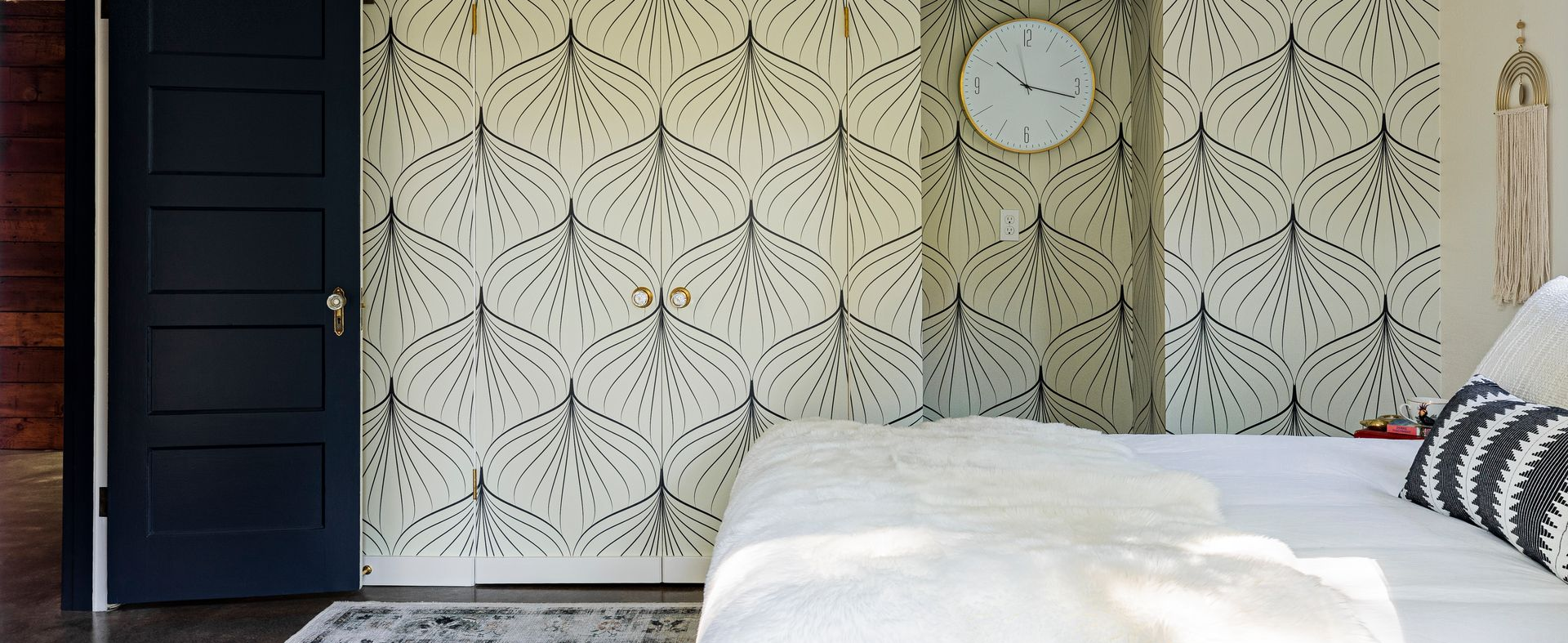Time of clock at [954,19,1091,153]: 10:17
